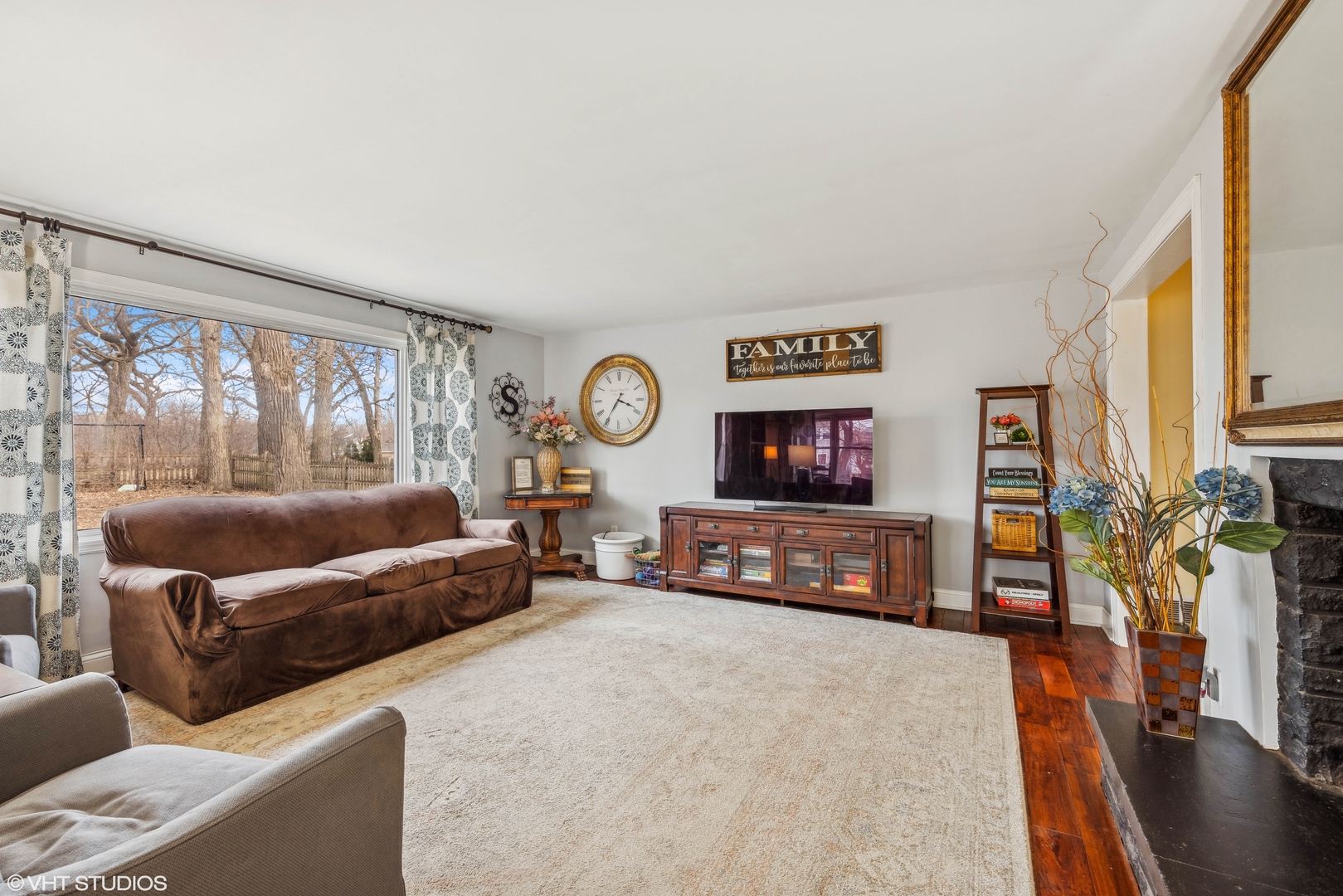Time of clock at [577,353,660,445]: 3:35
